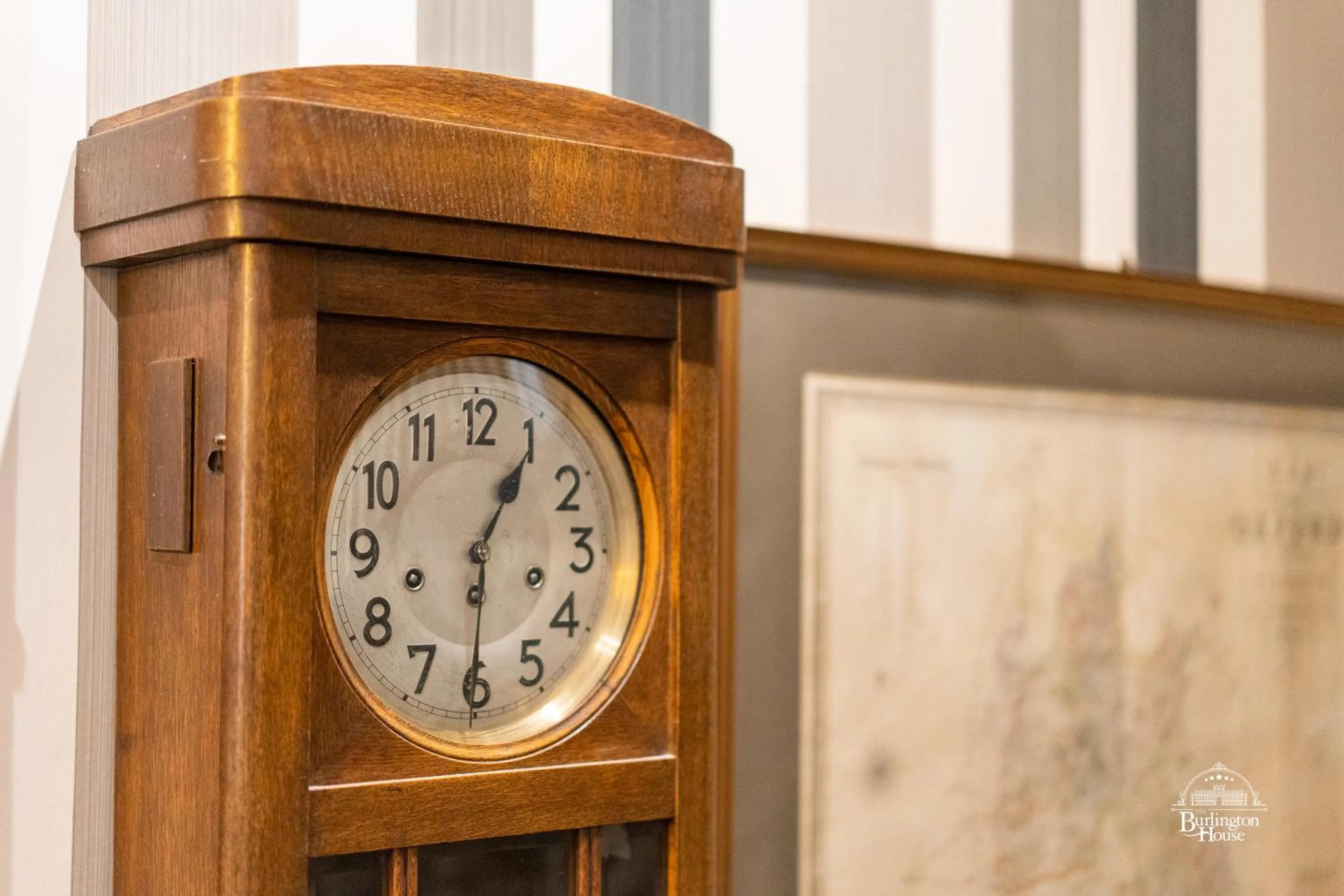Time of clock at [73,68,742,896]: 1:05
